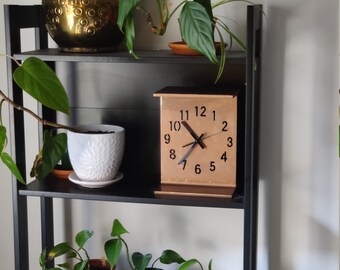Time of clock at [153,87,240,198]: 10:36
